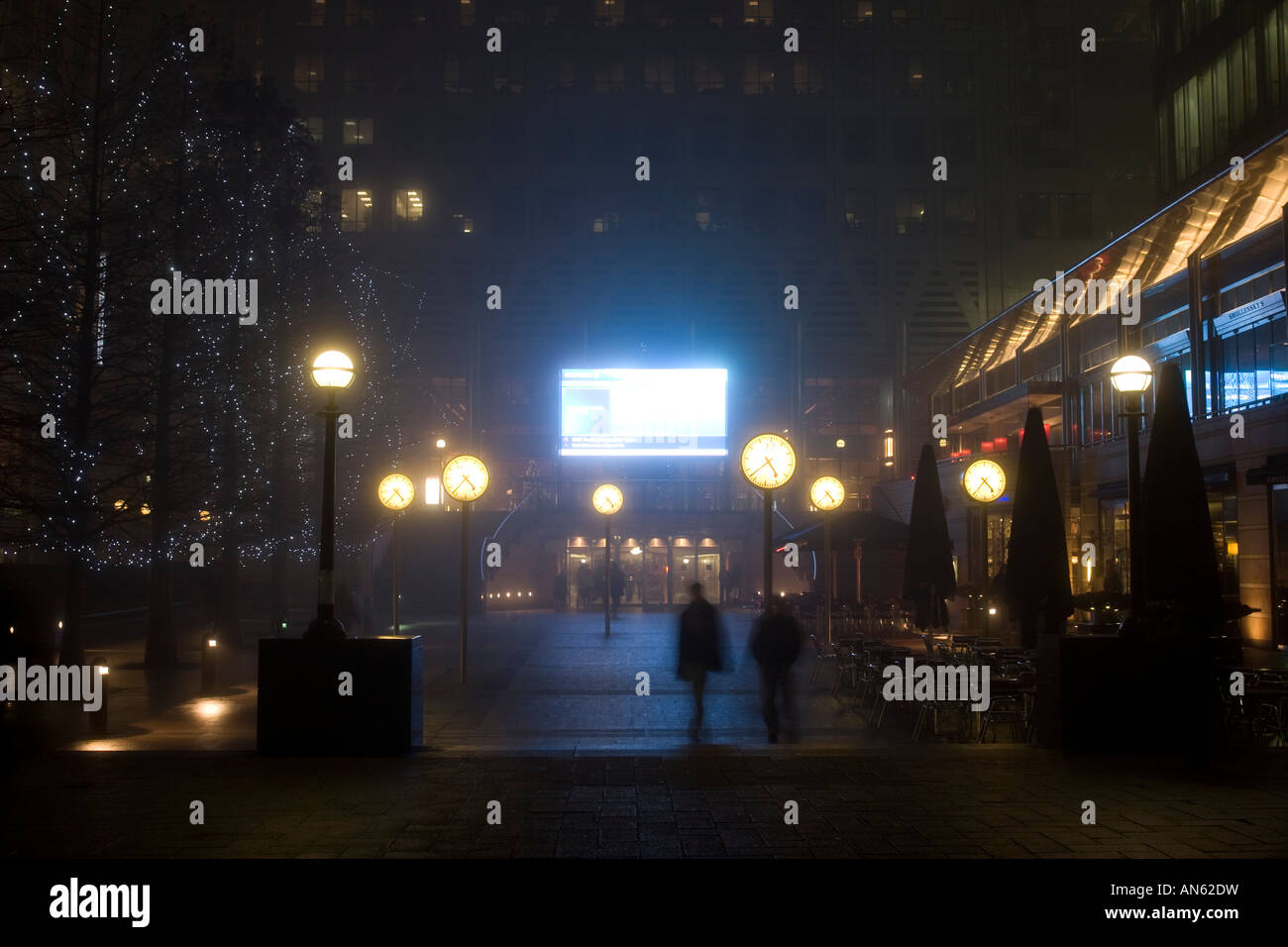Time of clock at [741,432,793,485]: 4:37
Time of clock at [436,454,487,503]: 4:37
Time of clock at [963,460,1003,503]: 4:36
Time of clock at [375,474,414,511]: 4:37
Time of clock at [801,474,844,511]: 4:37
